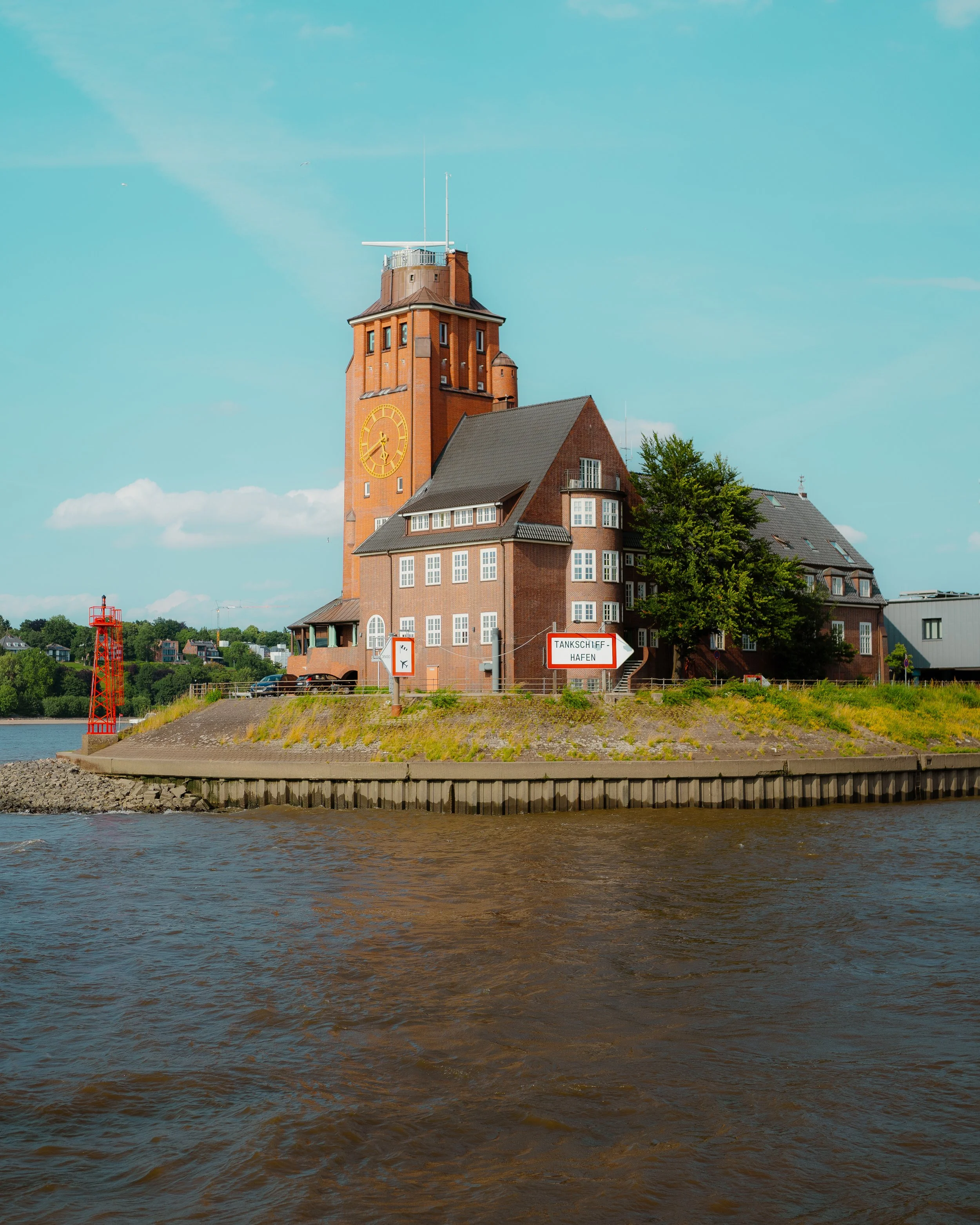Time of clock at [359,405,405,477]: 5:40
